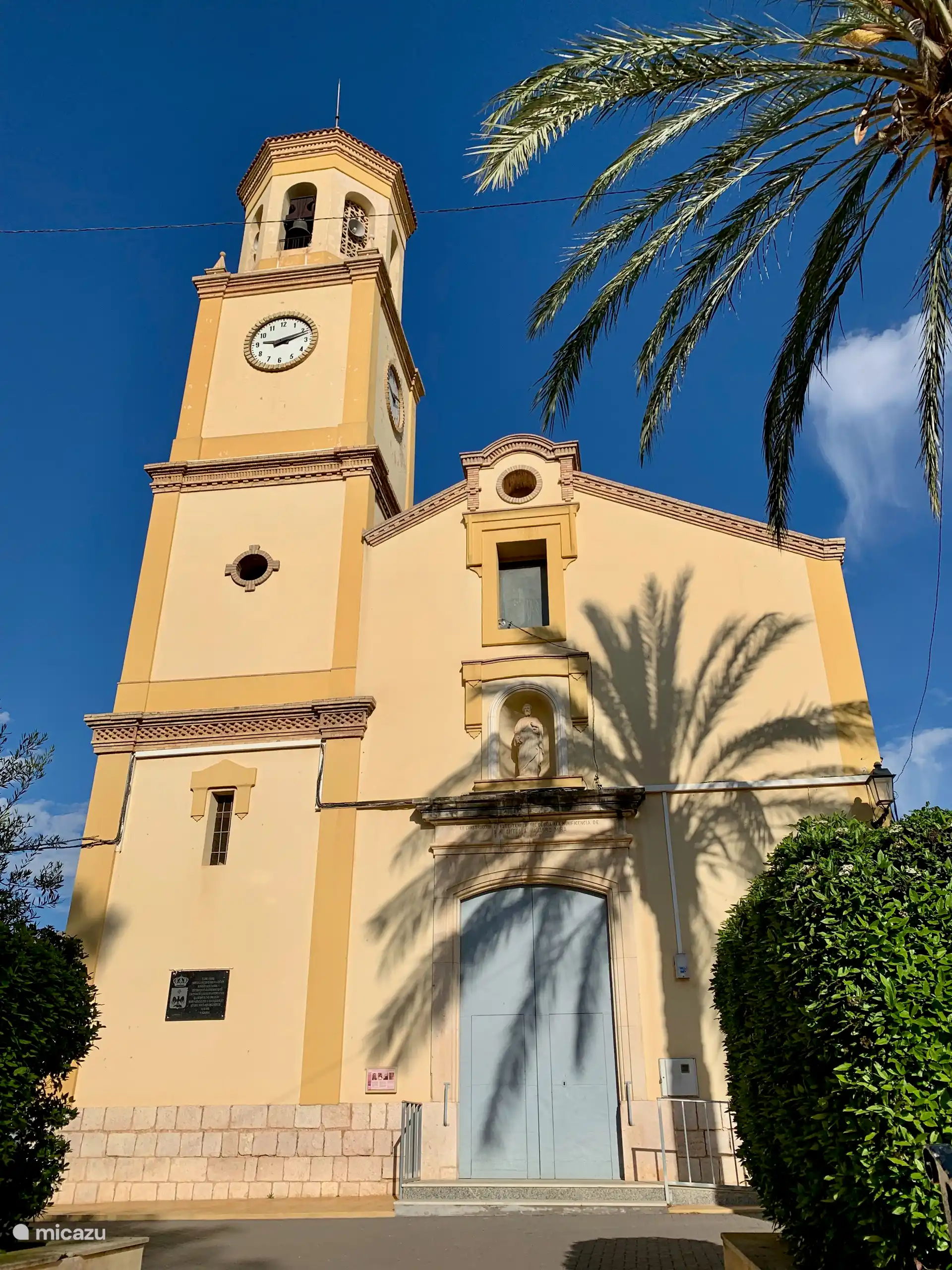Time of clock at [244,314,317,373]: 9:11
